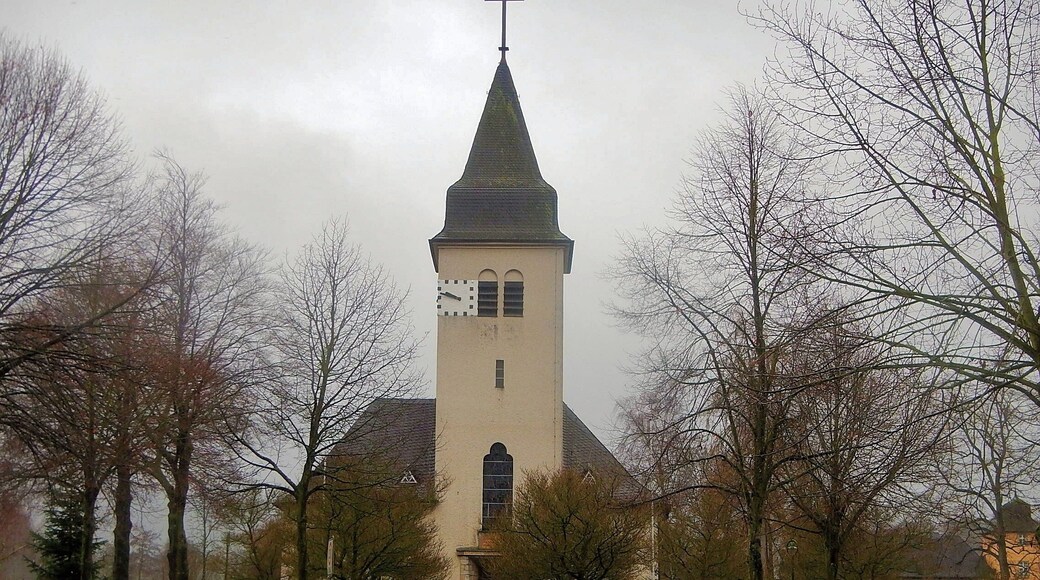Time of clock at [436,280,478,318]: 9:47
